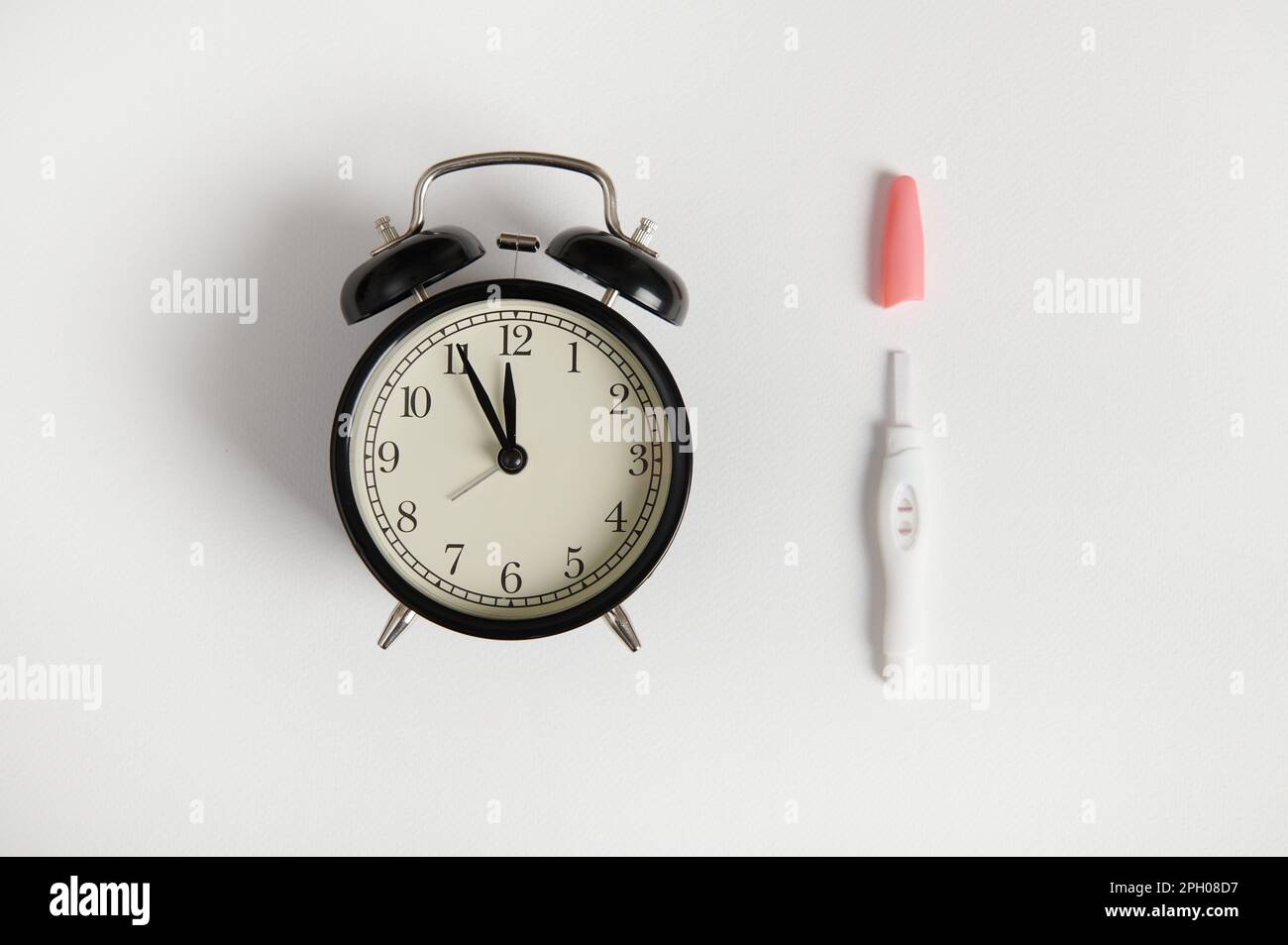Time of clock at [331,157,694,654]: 11:55
